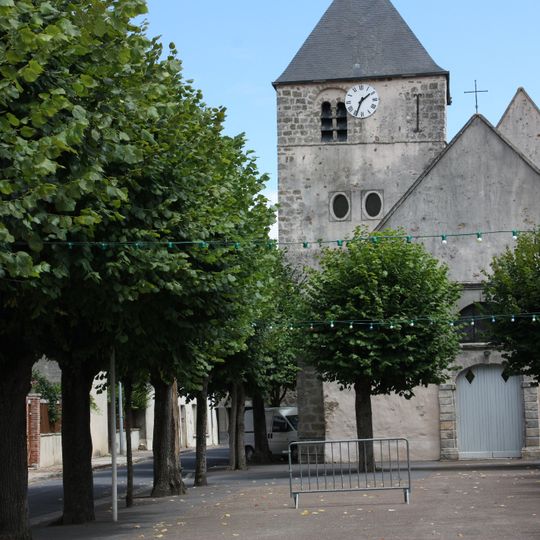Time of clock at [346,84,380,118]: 1:34
